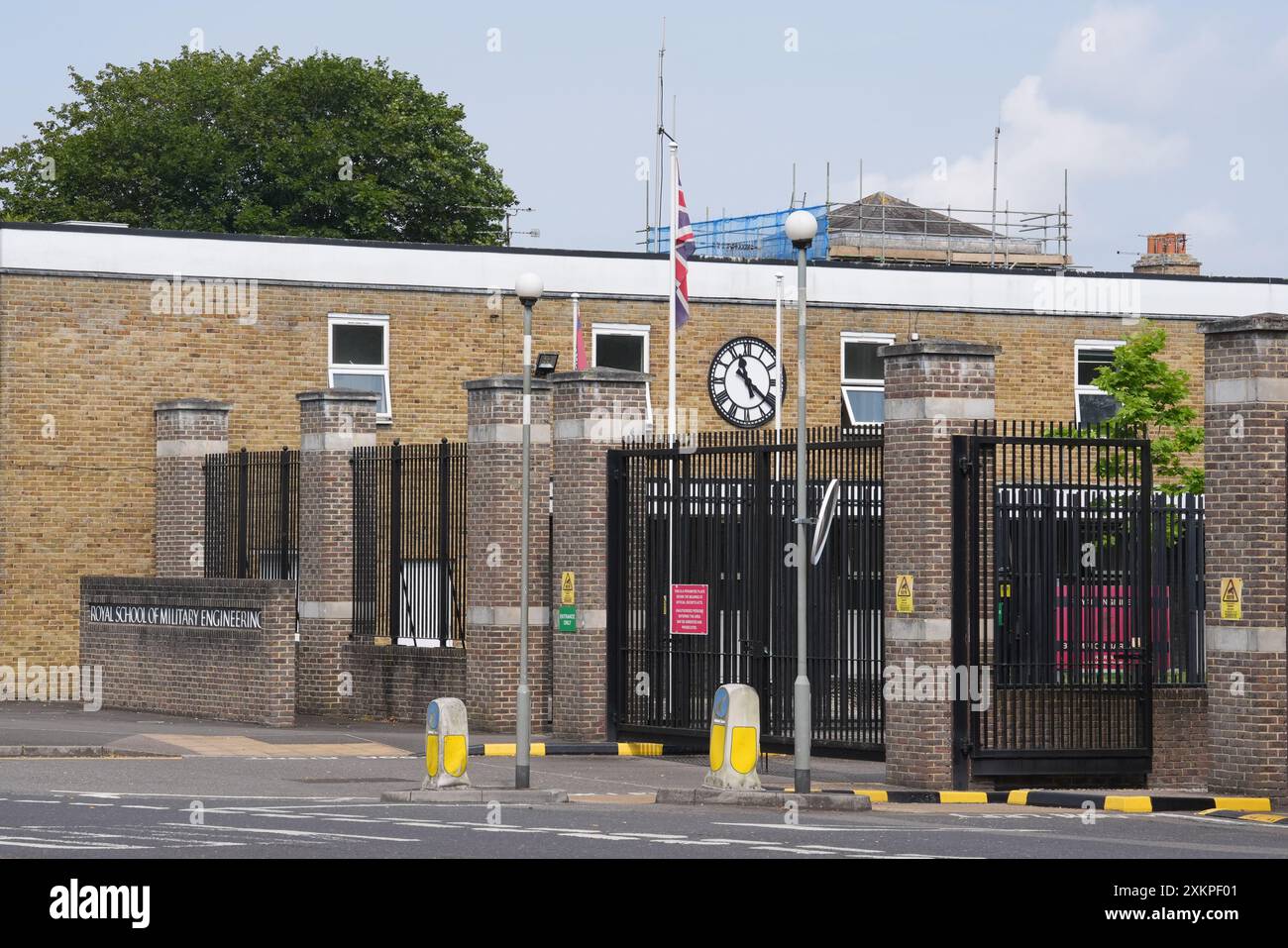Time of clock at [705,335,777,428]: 11:21
